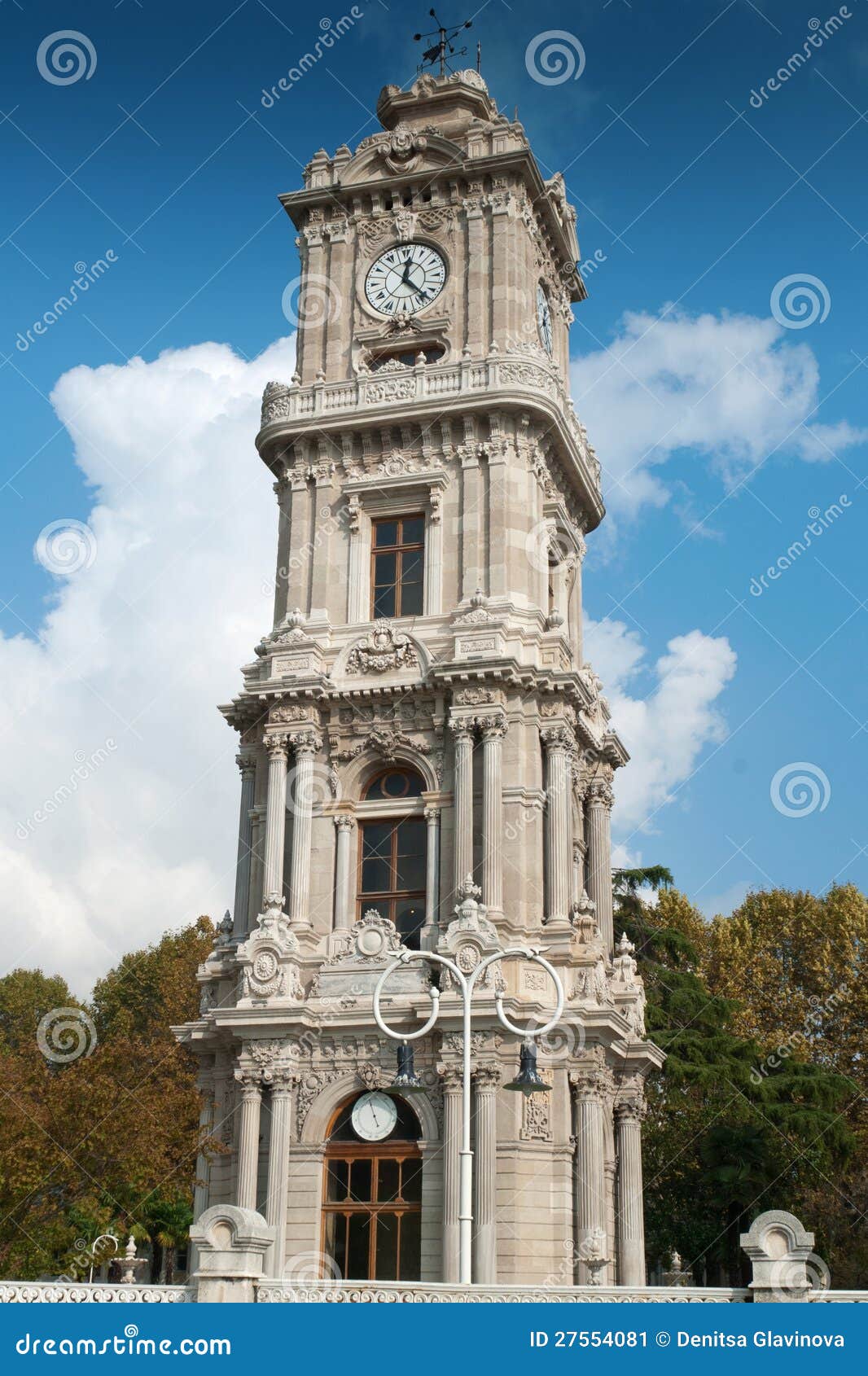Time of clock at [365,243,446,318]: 12:22
